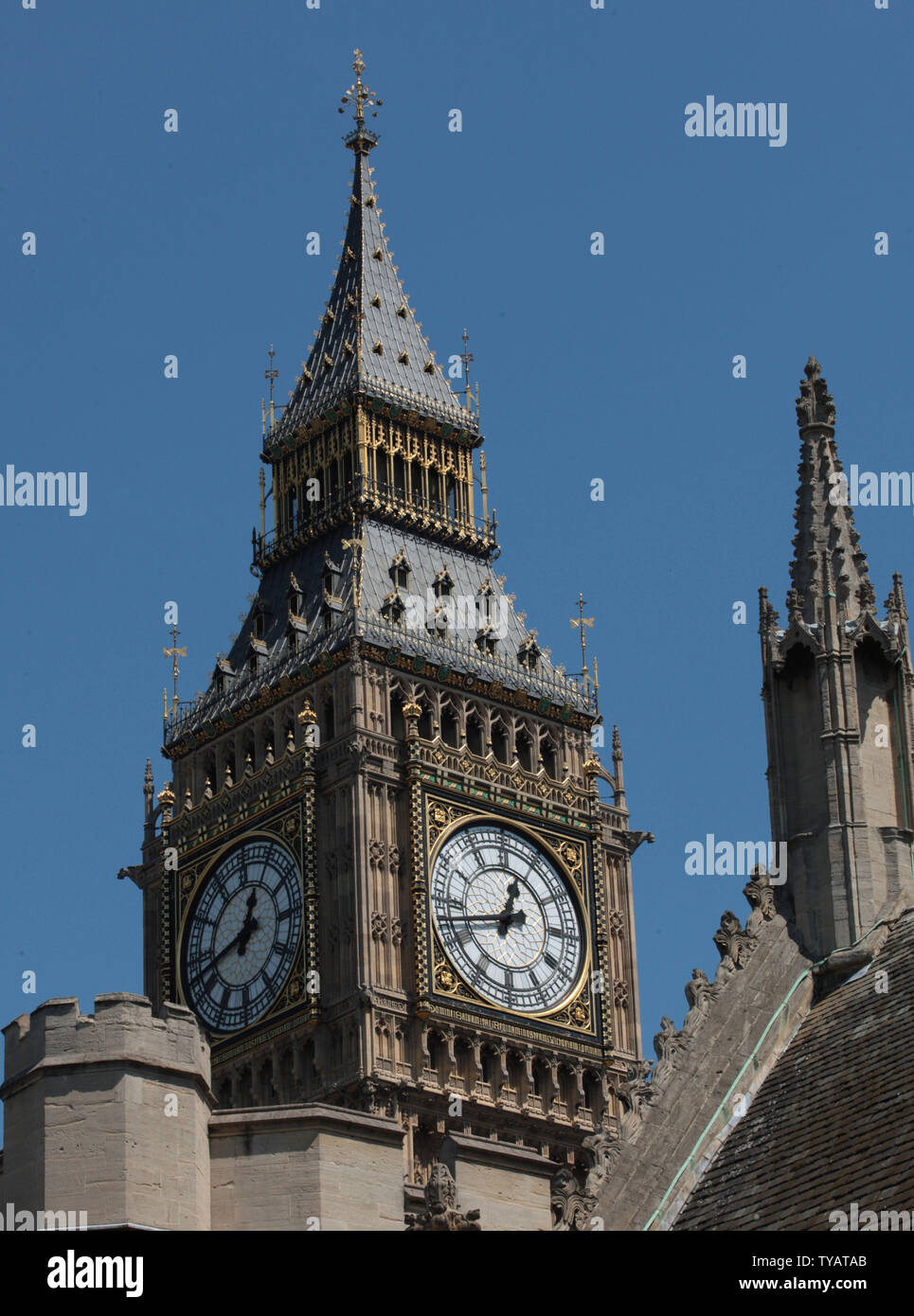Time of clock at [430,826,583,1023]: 12:42
